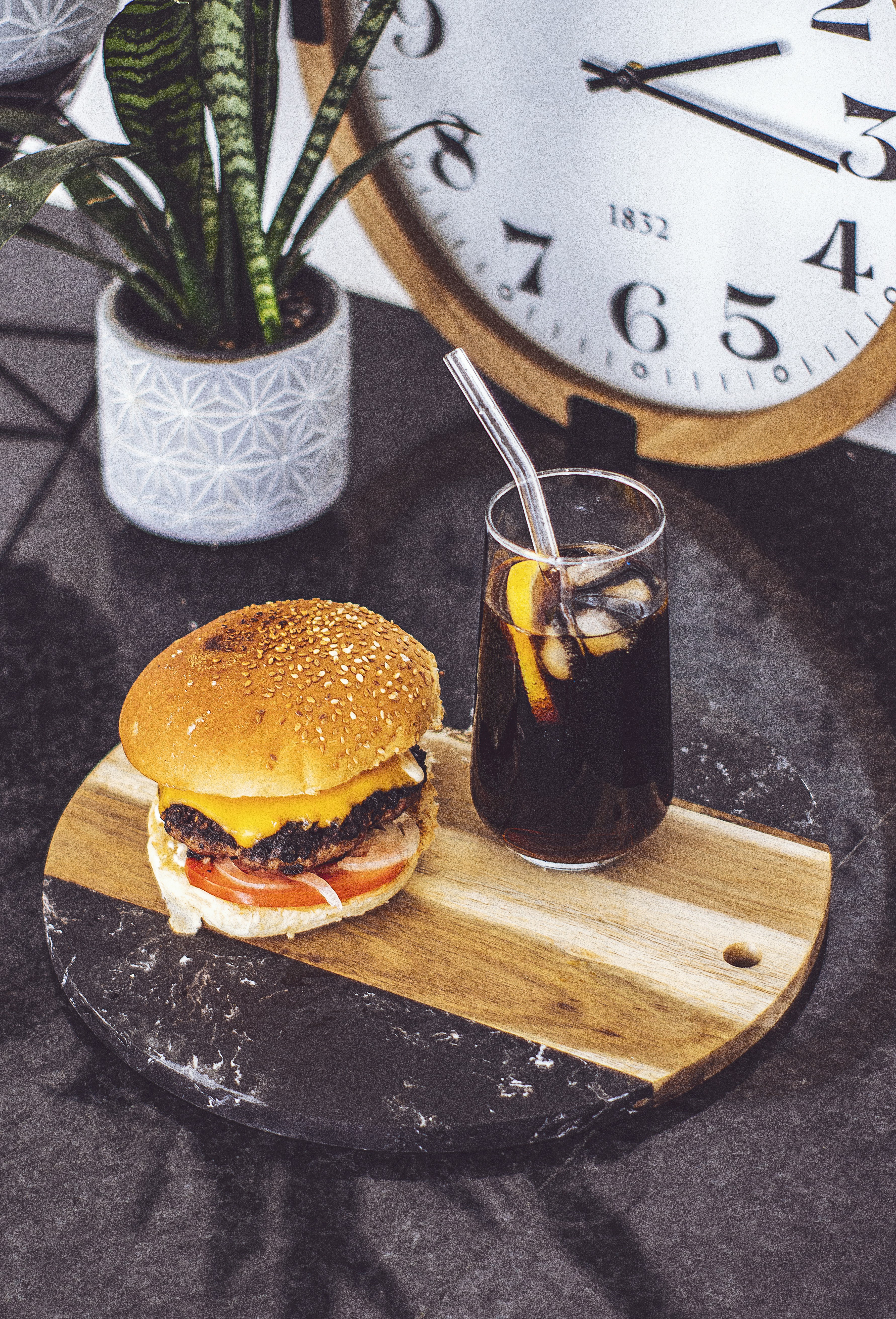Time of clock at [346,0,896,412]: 2:17
